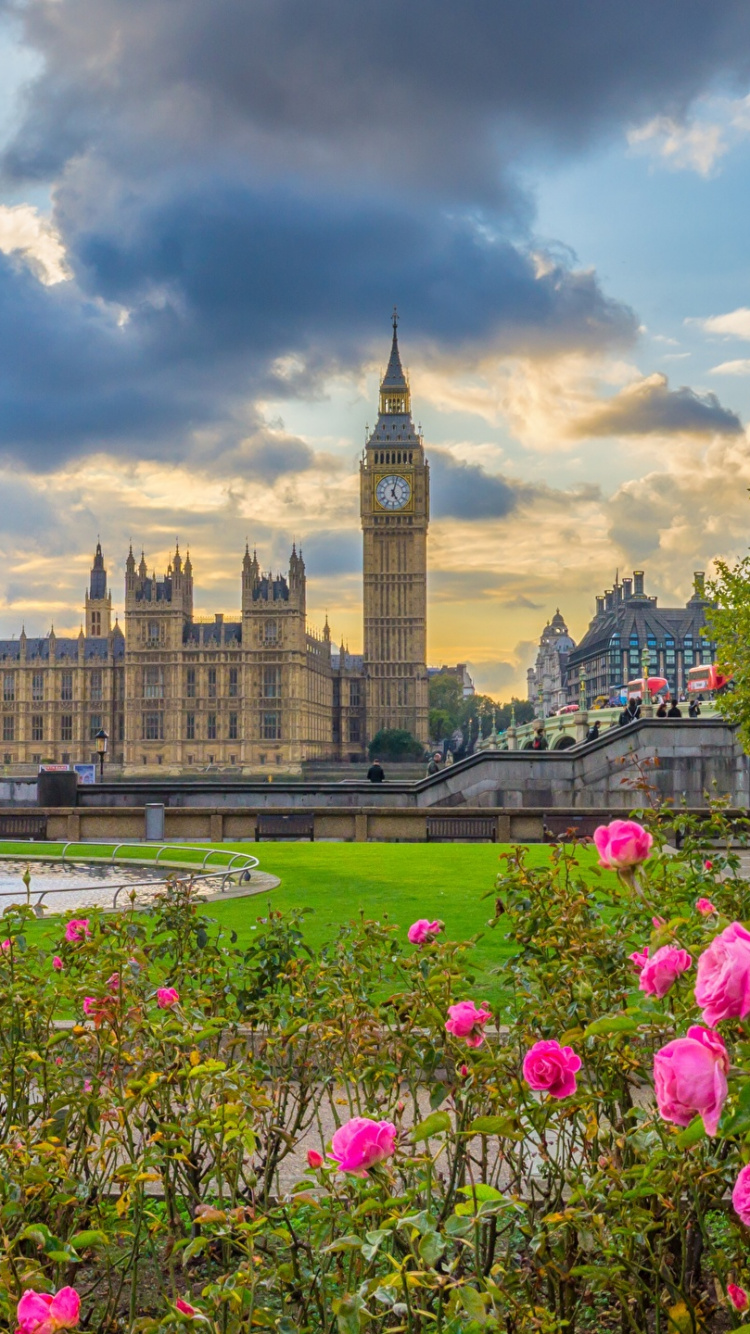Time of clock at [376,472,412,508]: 5:02
